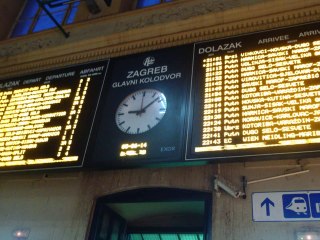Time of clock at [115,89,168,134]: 9:08
